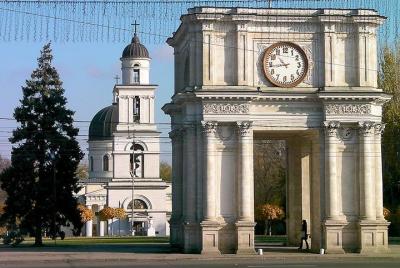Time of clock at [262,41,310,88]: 10:43
